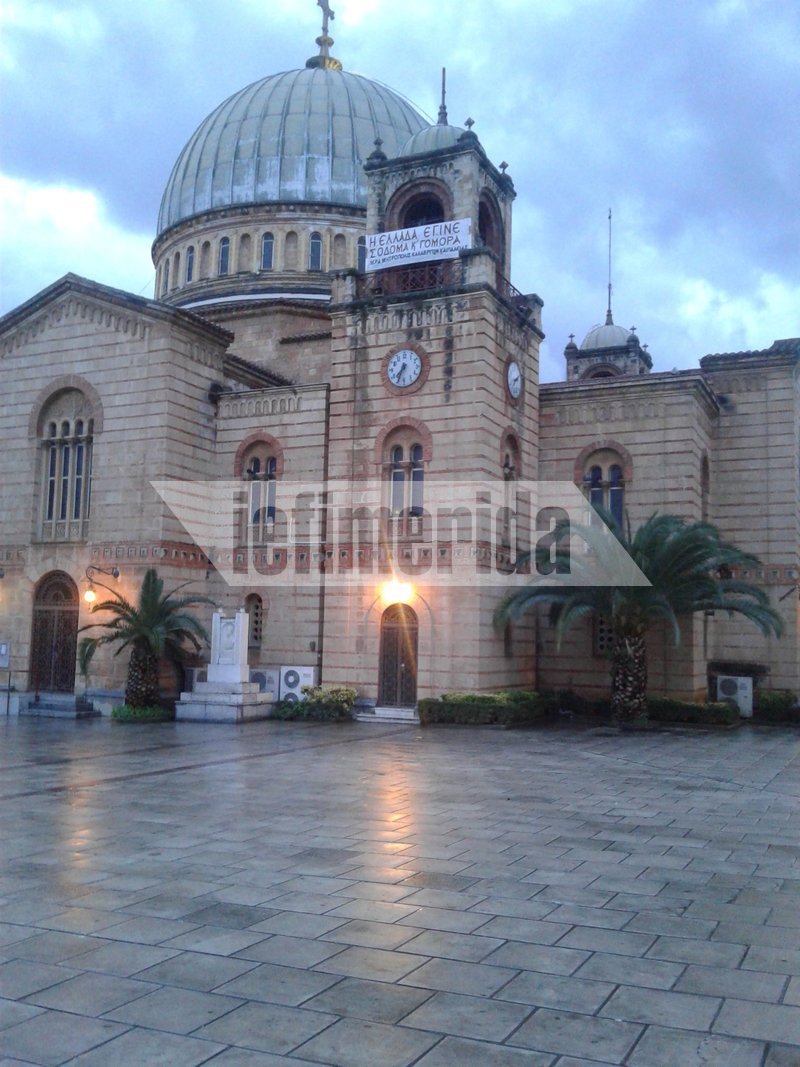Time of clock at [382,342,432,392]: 7:33
